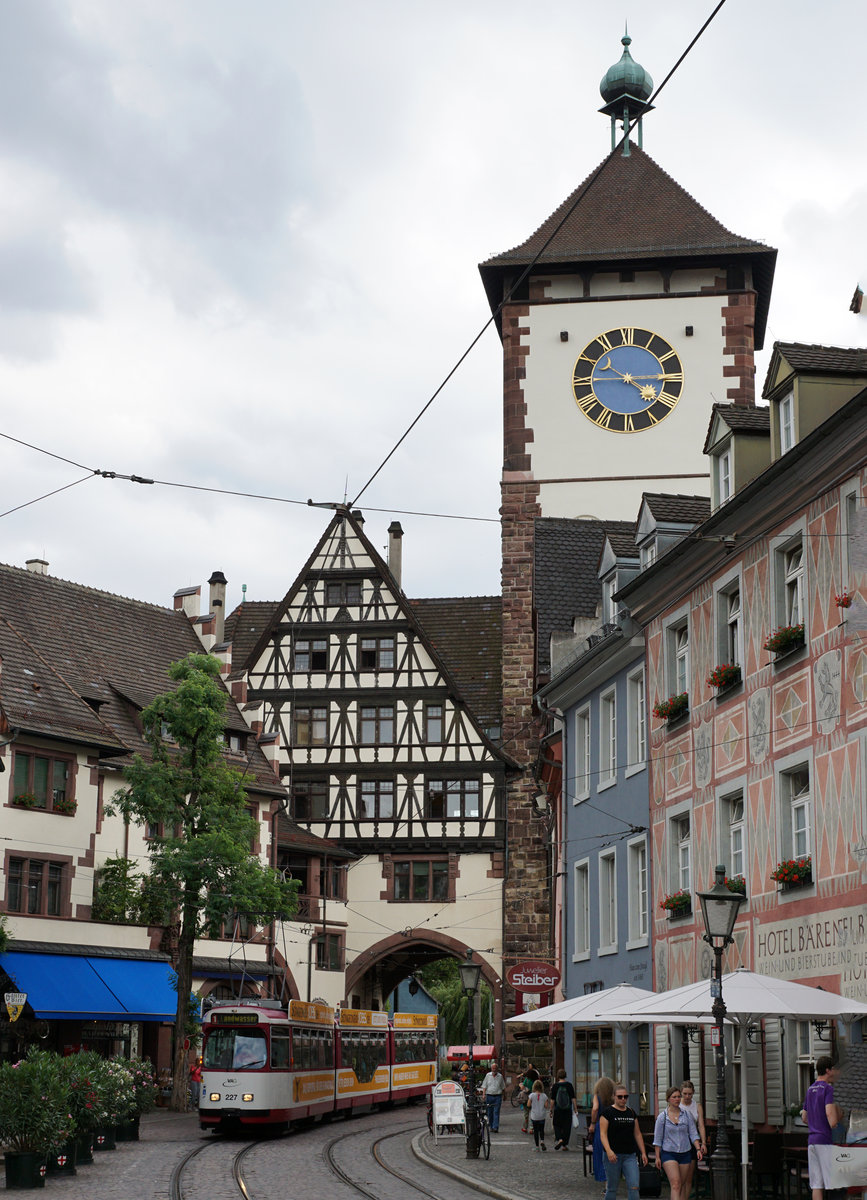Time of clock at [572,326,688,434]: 4:14
